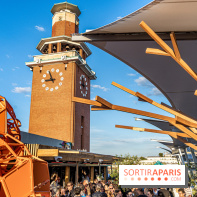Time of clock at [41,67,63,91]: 8:56
